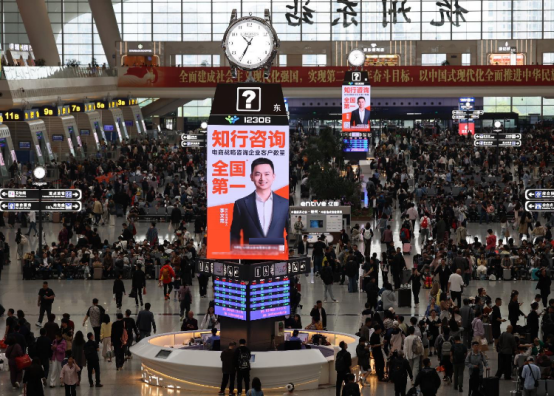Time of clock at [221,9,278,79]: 10:34
